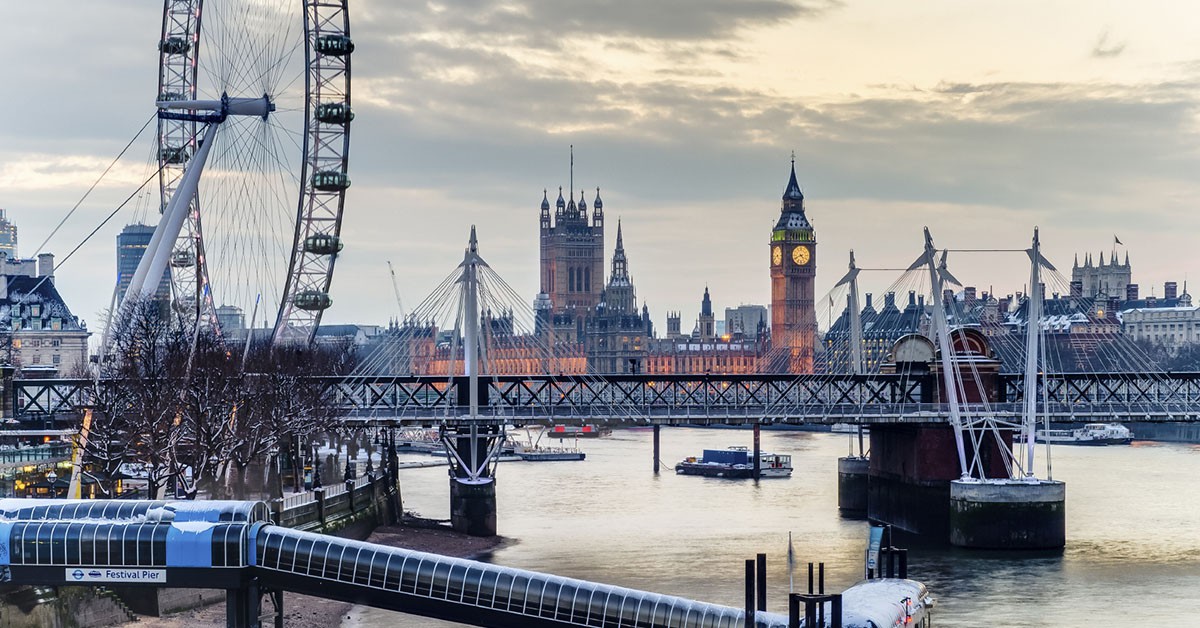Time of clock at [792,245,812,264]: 4:41
